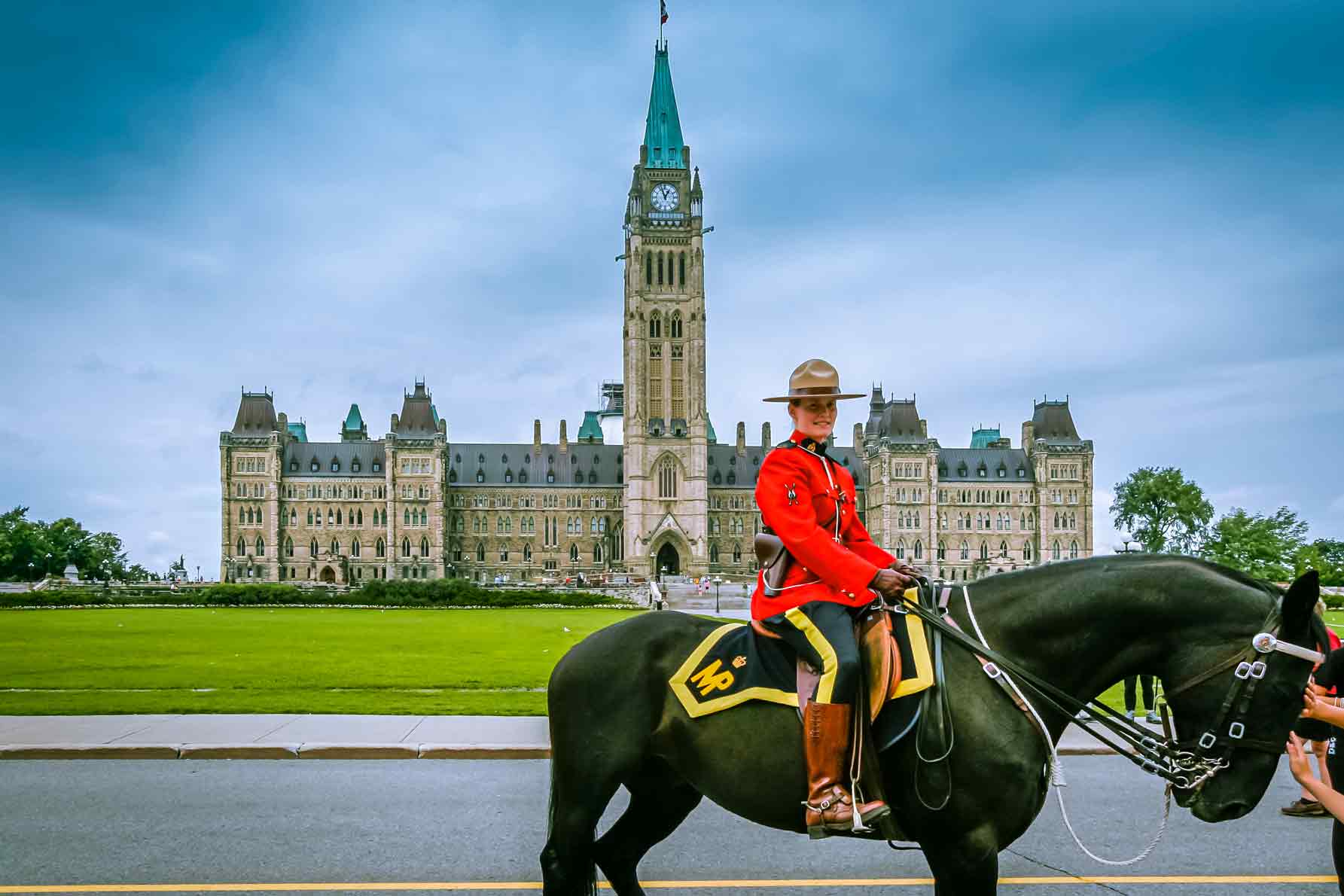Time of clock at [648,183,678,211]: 12:56
